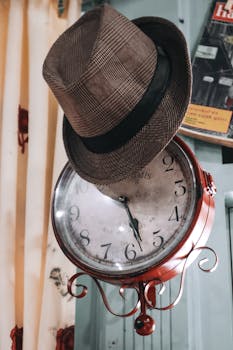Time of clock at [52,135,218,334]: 5:28
